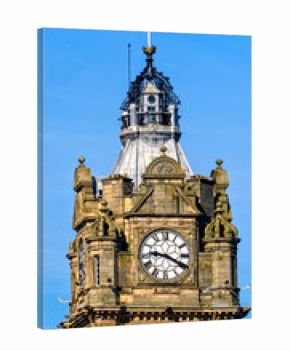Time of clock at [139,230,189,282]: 9:20
